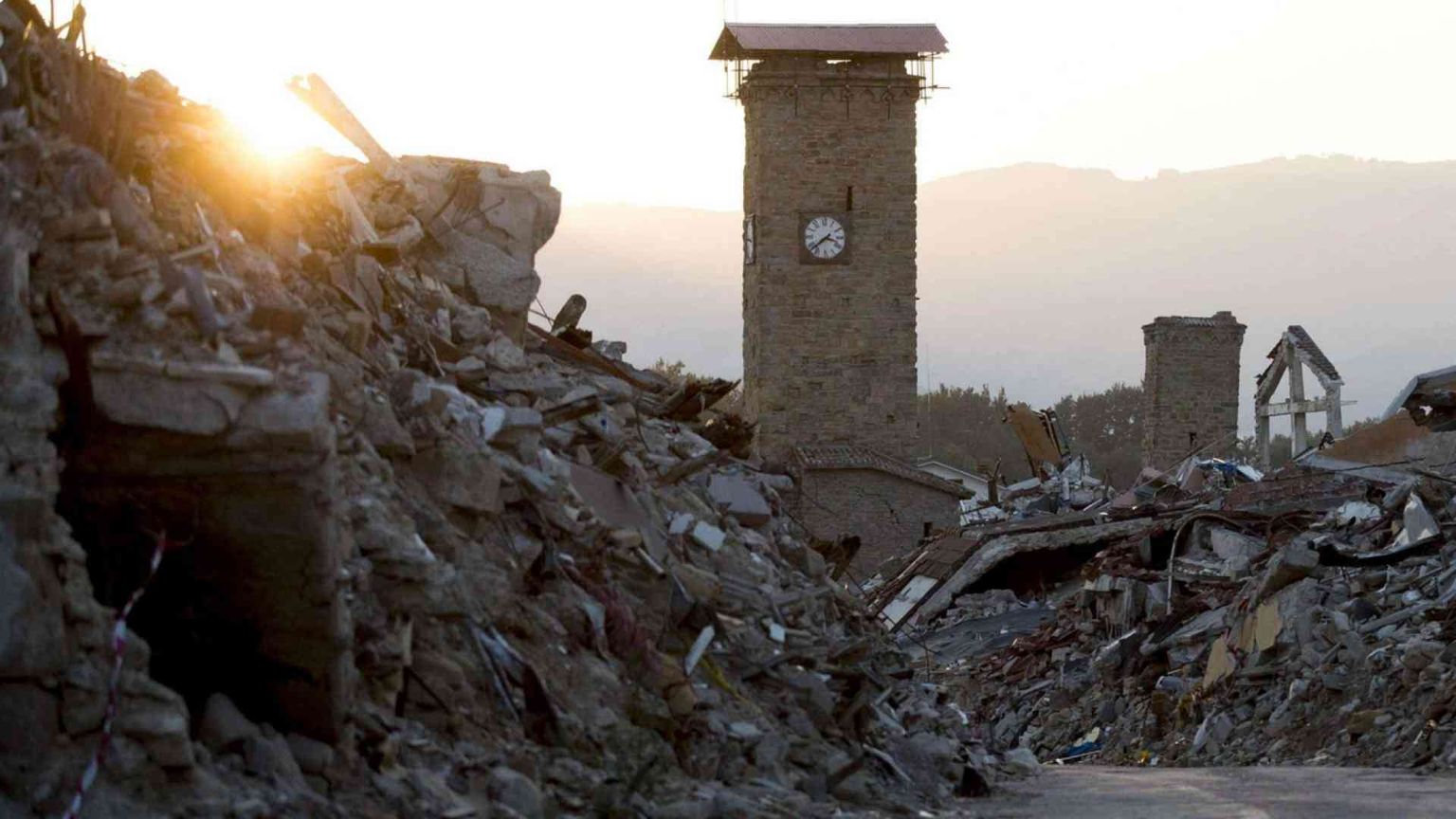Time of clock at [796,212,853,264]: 3:38
